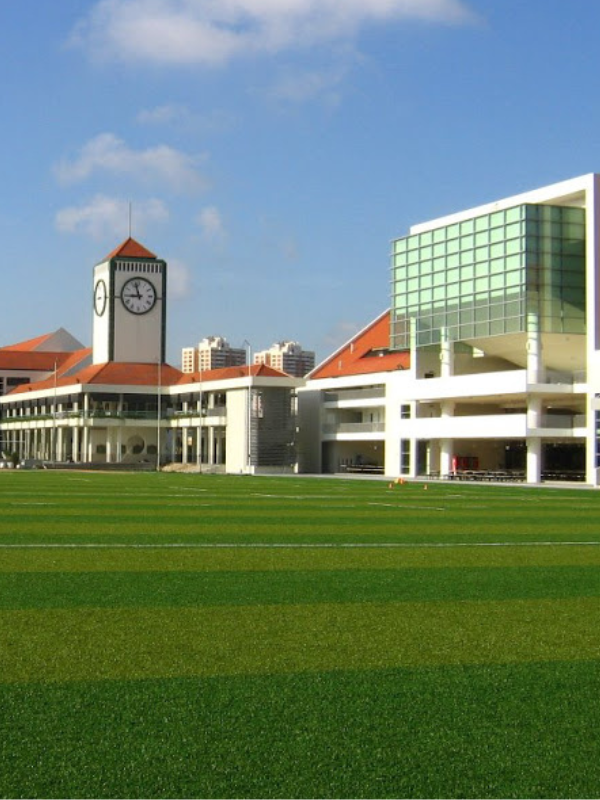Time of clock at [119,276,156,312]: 8:57
